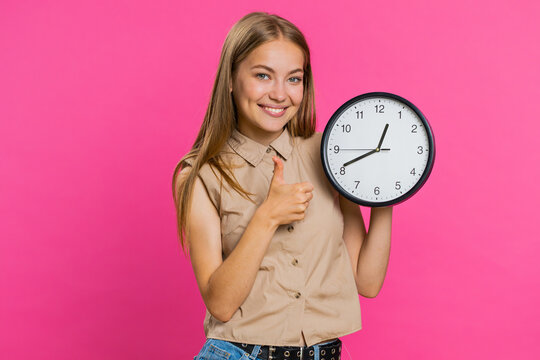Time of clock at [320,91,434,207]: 12:40
